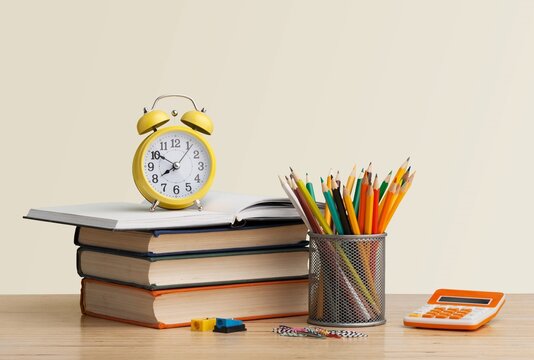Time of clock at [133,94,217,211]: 7:50
